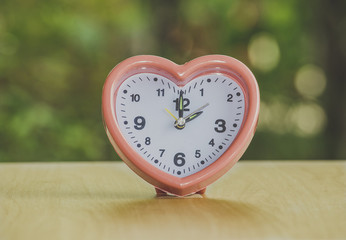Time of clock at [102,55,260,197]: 2:00
